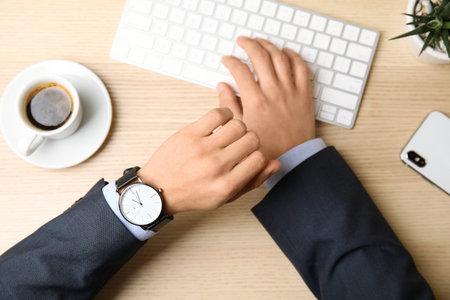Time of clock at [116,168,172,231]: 9:57
